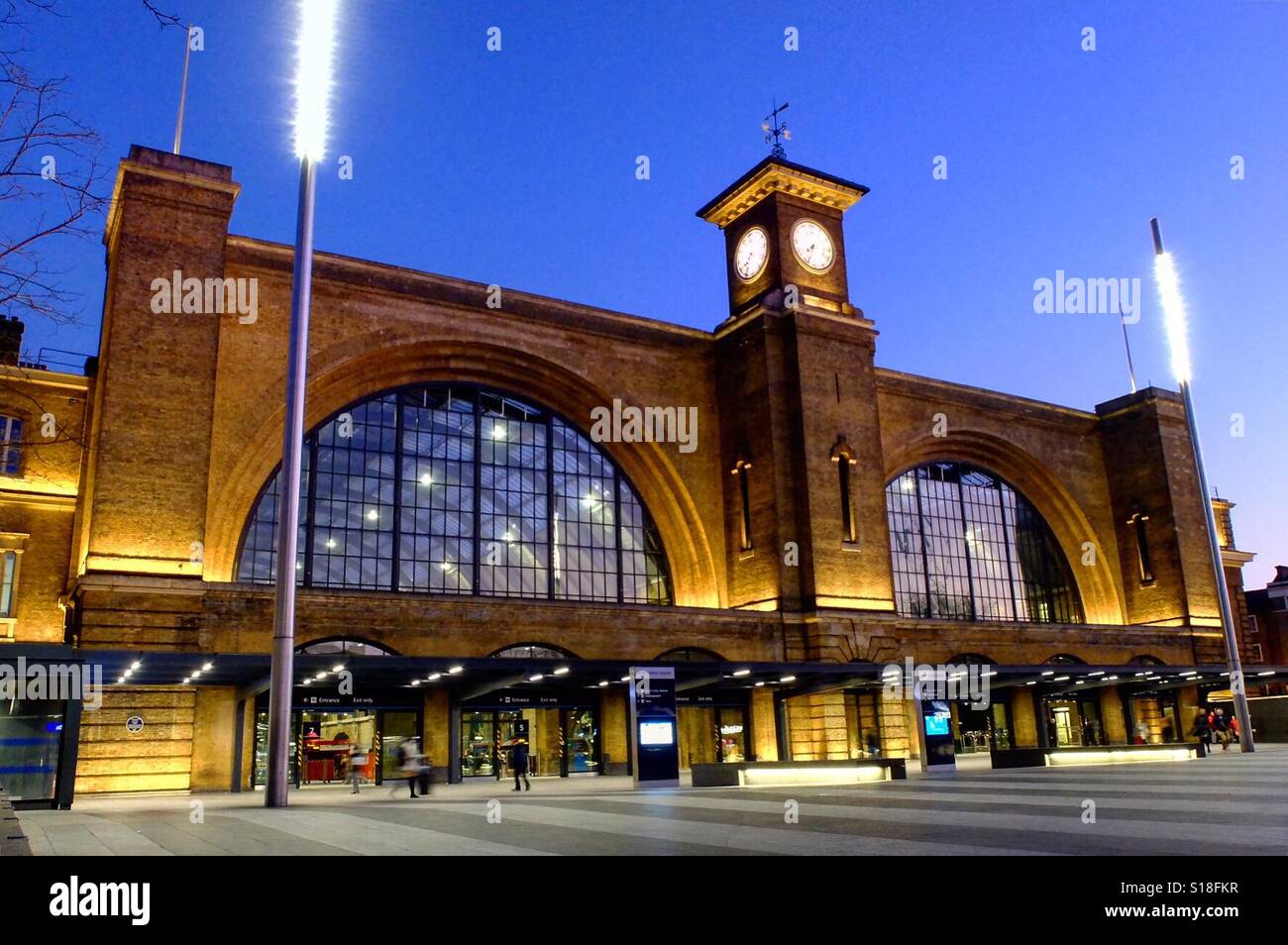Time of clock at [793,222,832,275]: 7:33
